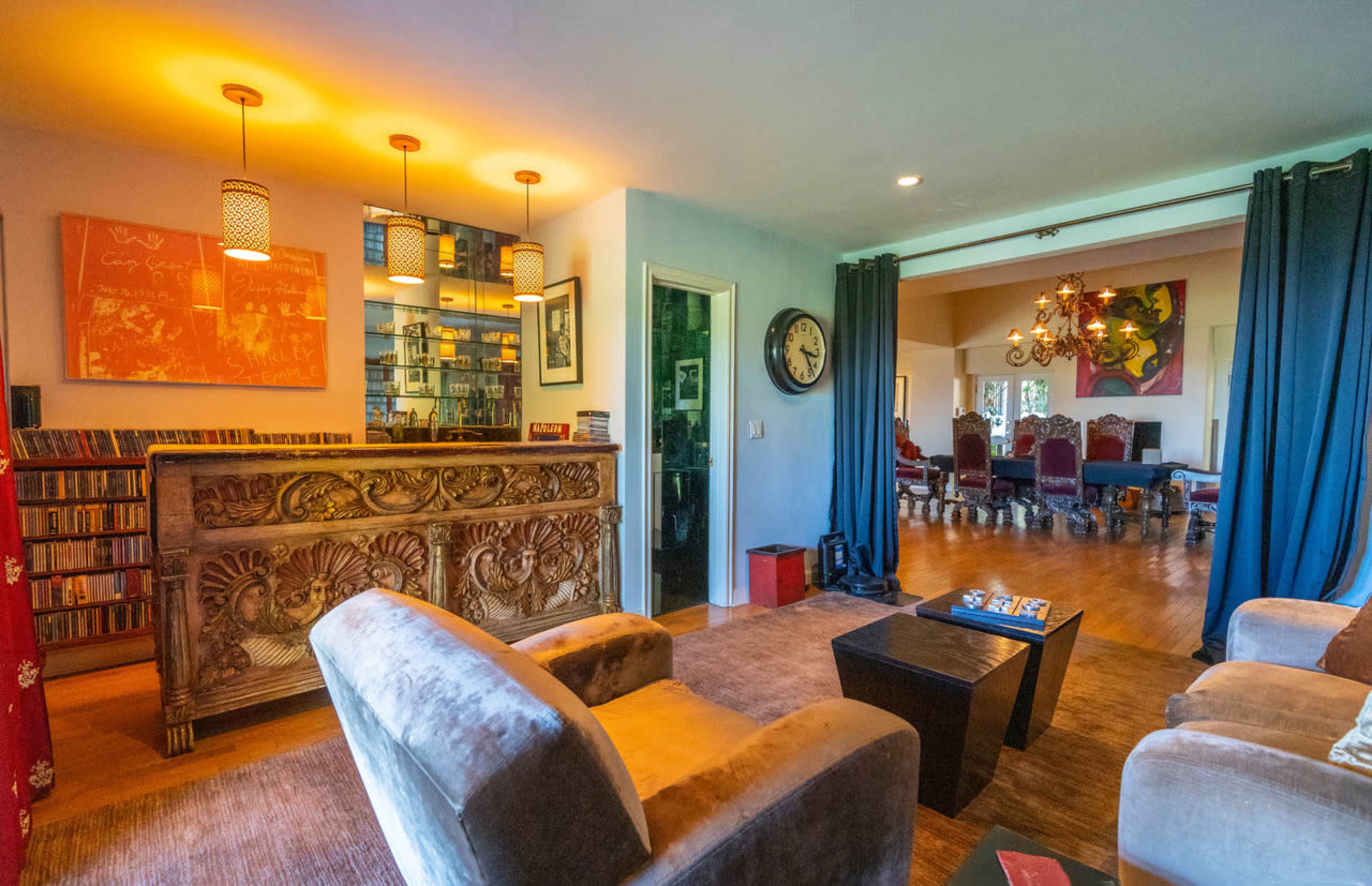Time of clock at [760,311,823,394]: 3:23
